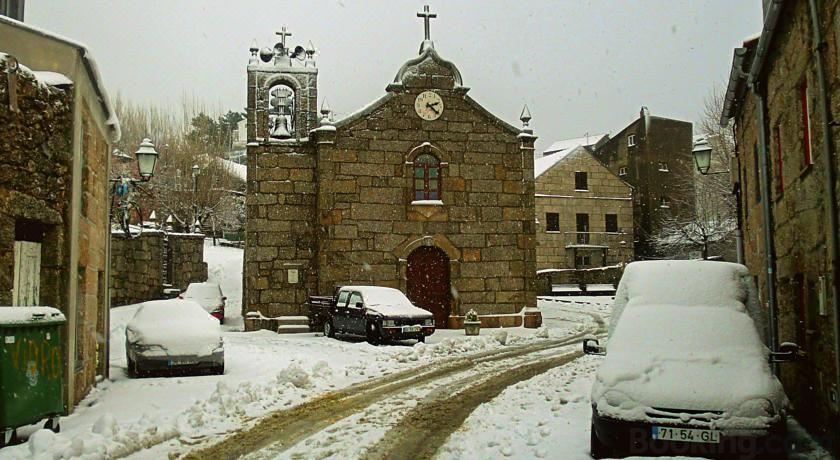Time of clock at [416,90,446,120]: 2:21
